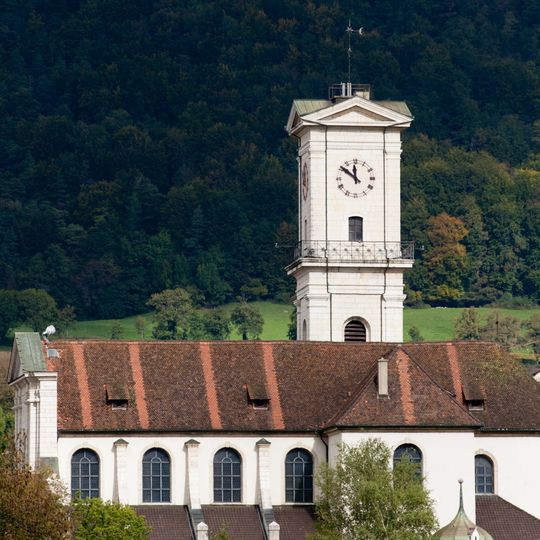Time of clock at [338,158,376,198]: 11:51
